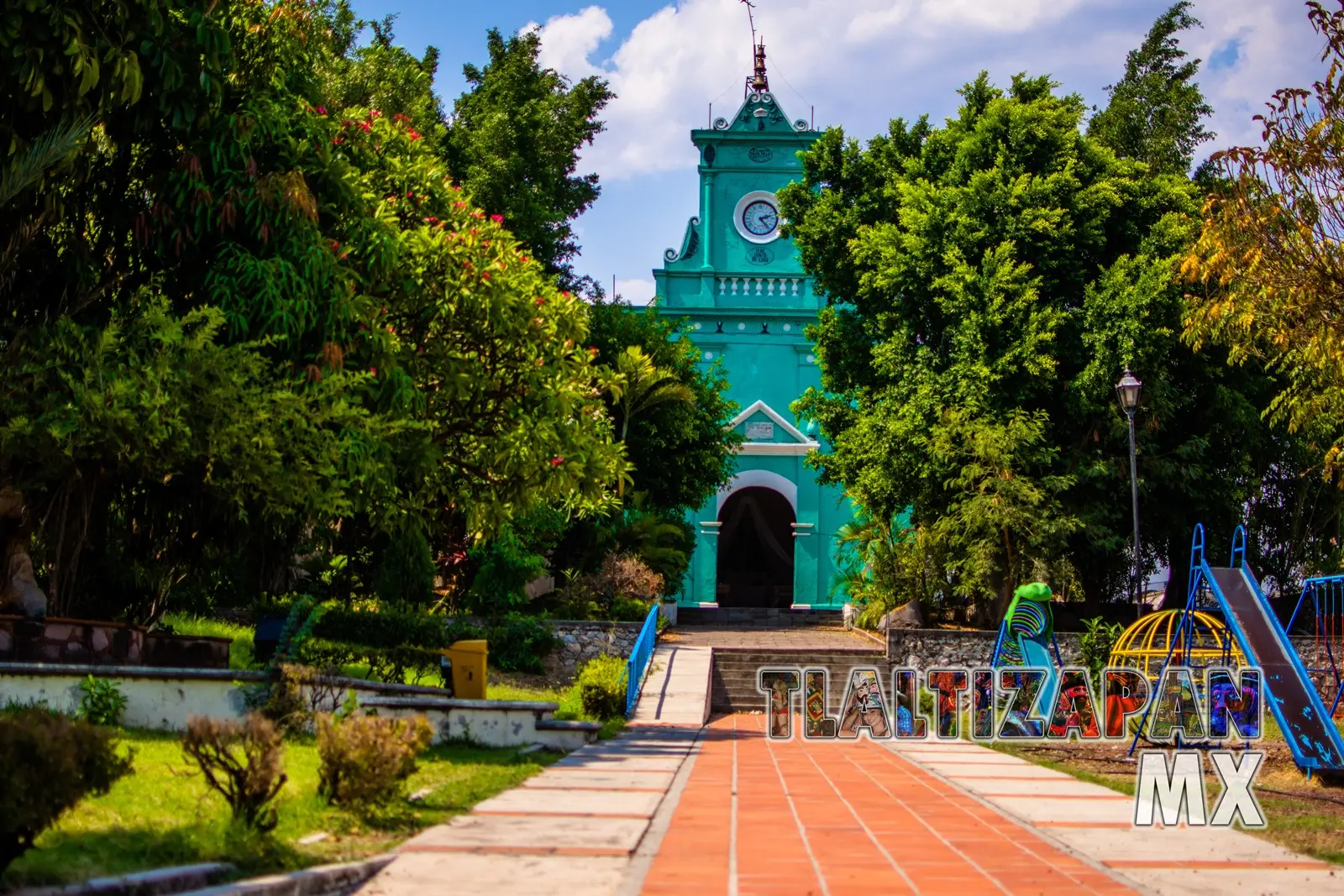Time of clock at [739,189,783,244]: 2:24
